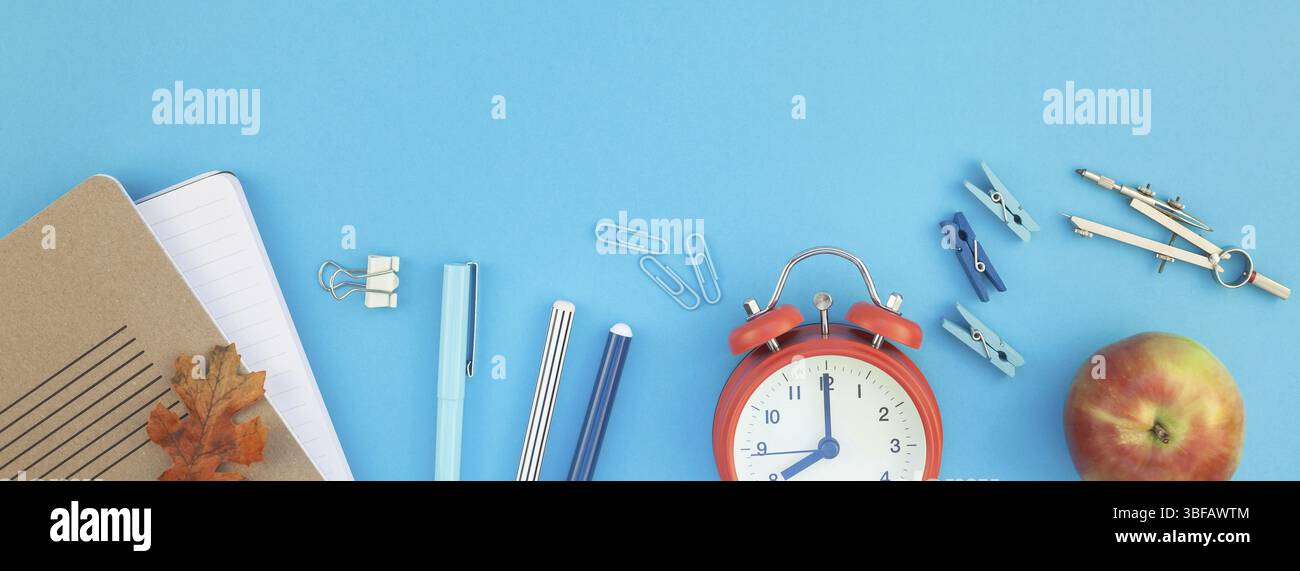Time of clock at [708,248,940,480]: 7:59
